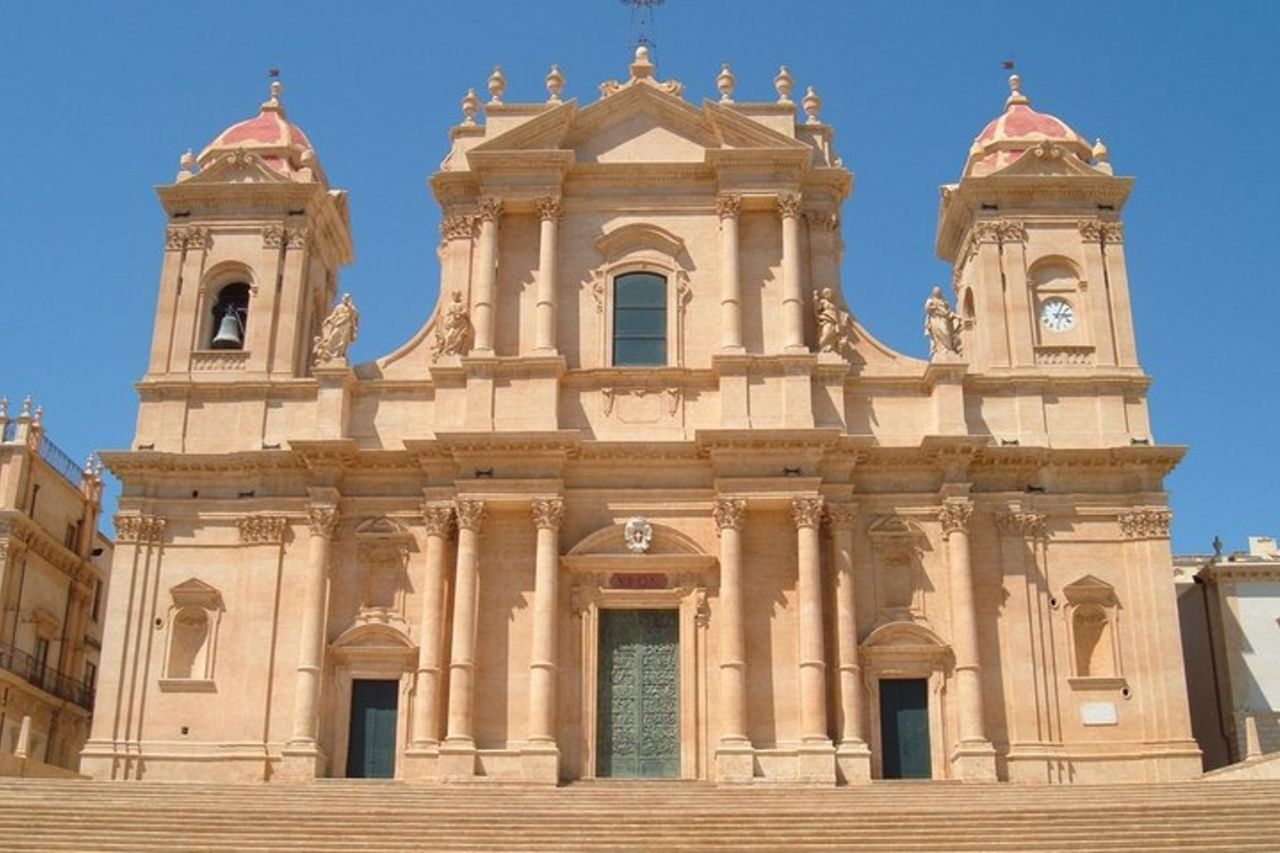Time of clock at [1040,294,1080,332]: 3:04
